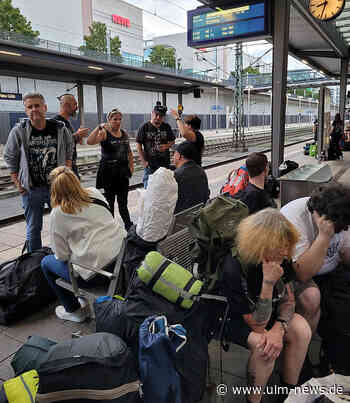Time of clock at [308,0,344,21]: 8:32
